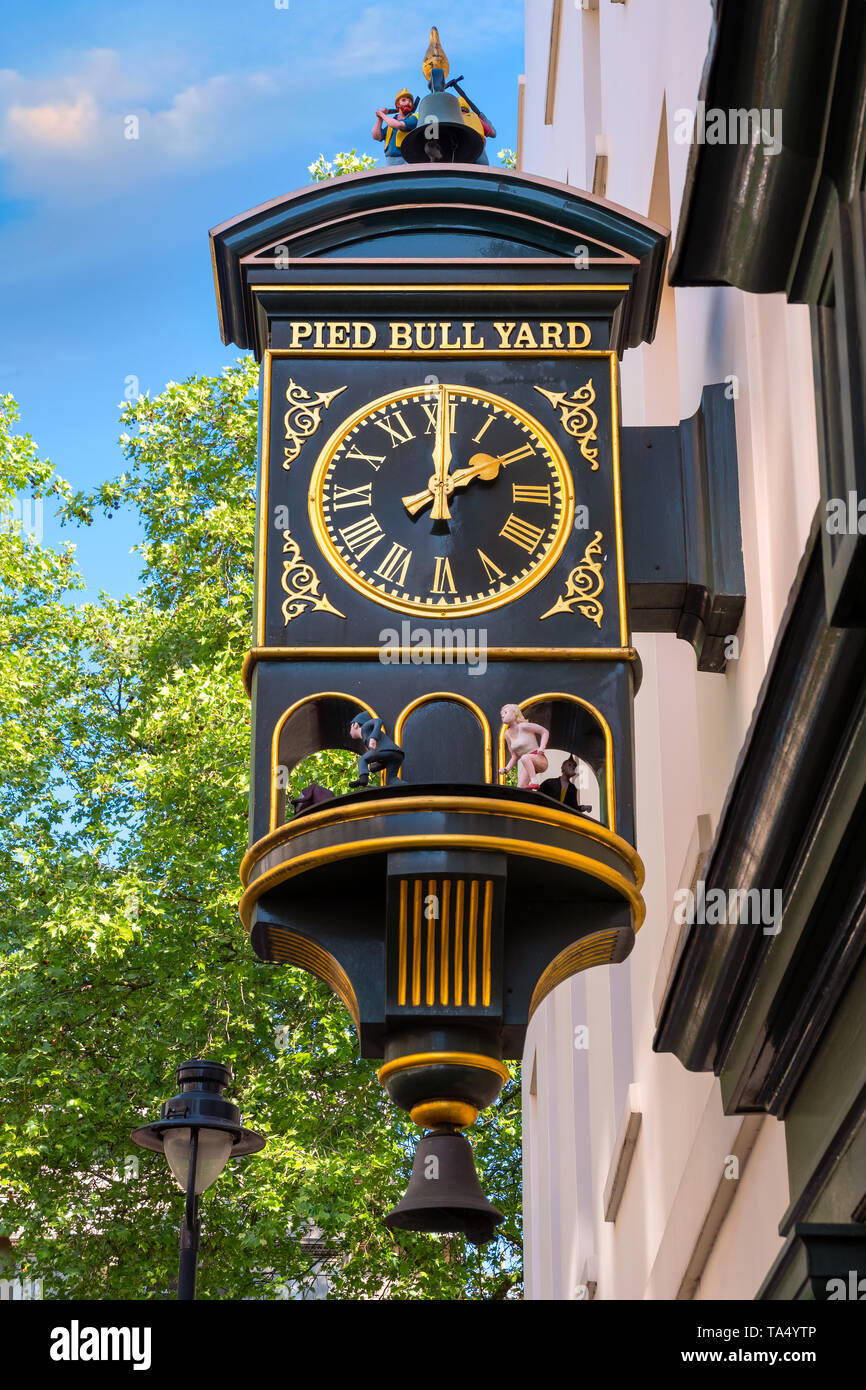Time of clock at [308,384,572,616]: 2:00
